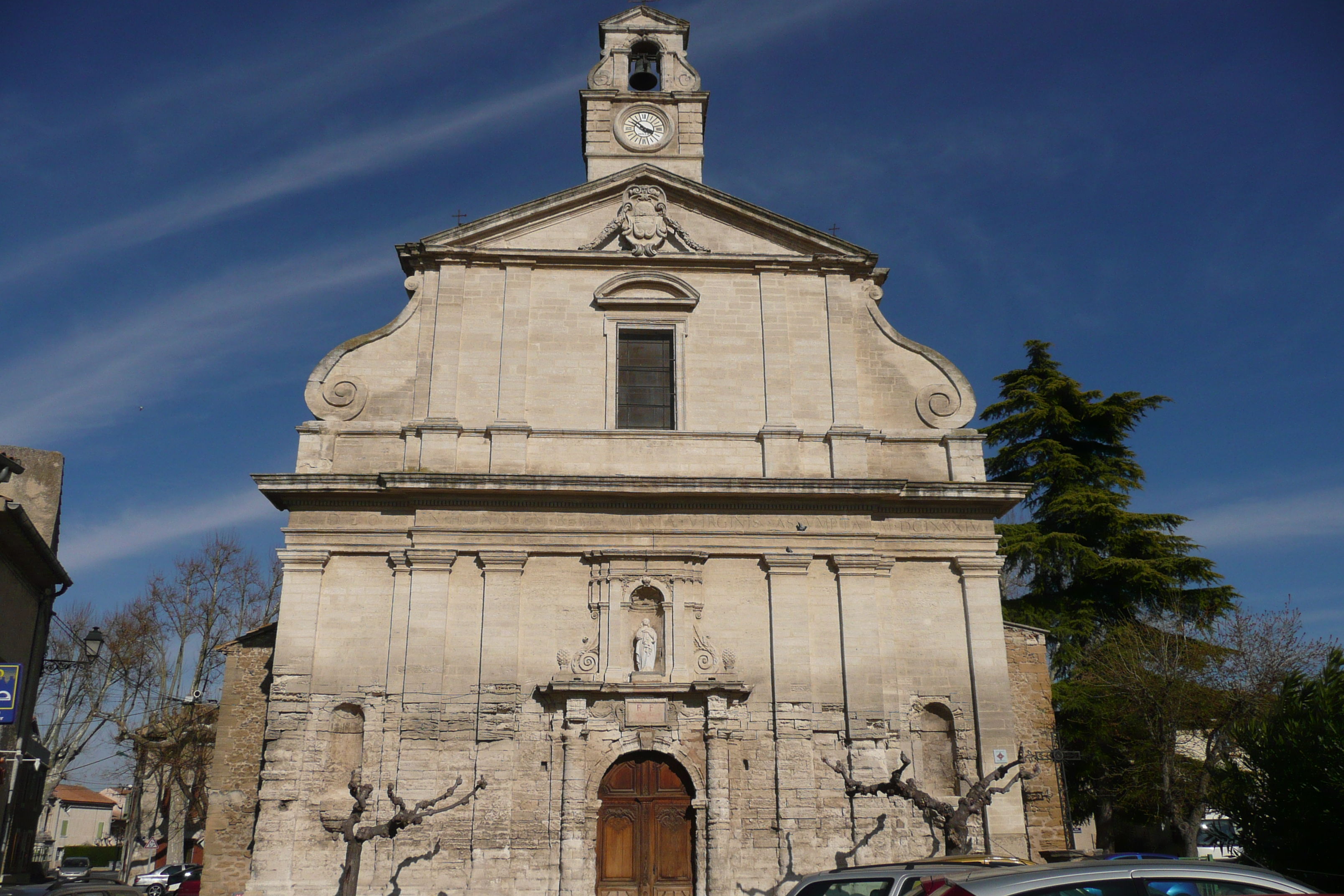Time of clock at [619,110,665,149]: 3:52
